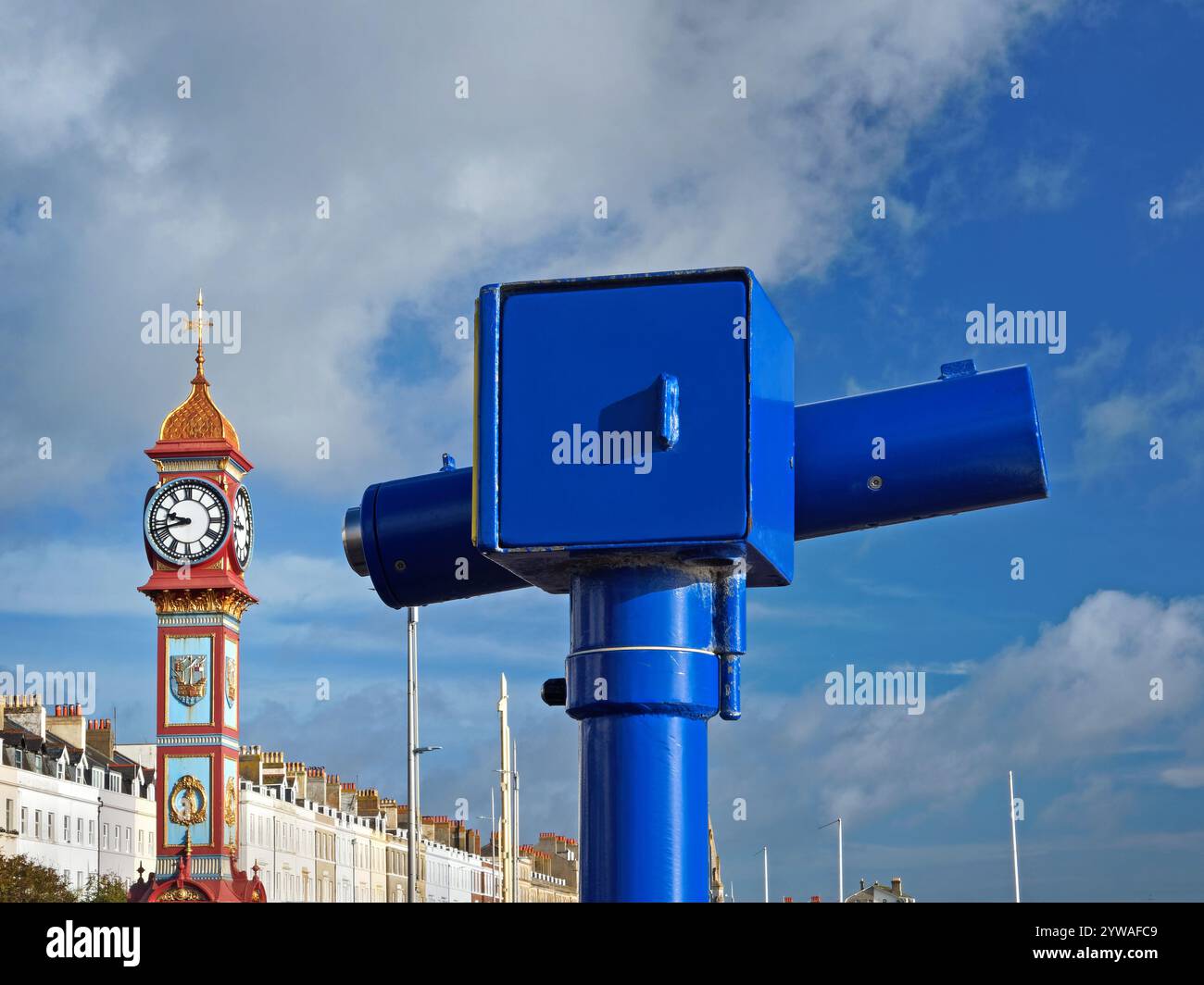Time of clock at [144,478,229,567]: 9:42
